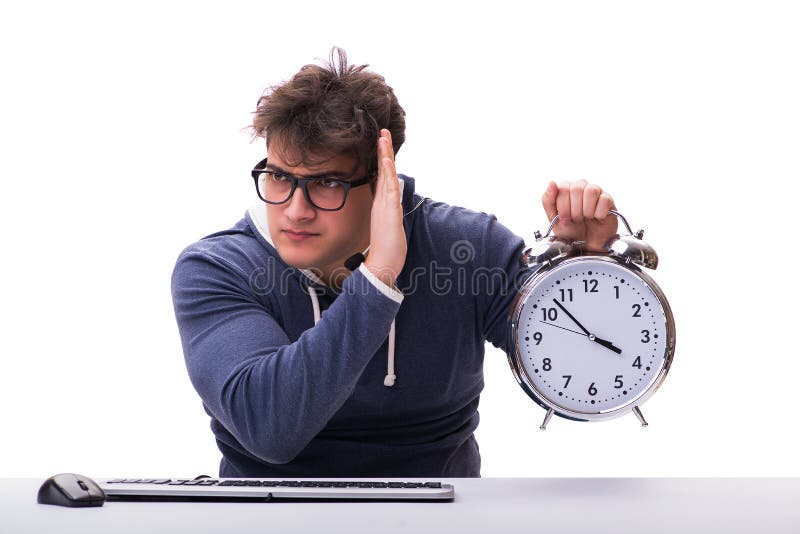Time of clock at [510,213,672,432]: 3:52
